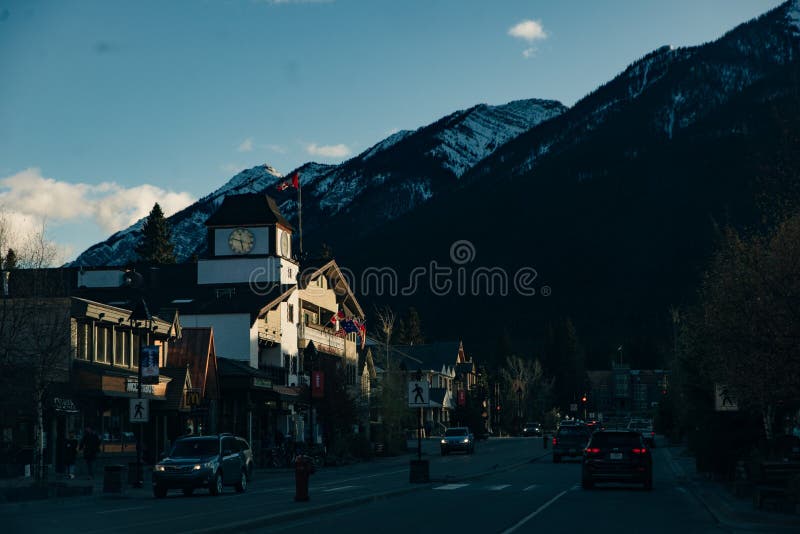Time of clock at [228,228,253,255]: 9:27
